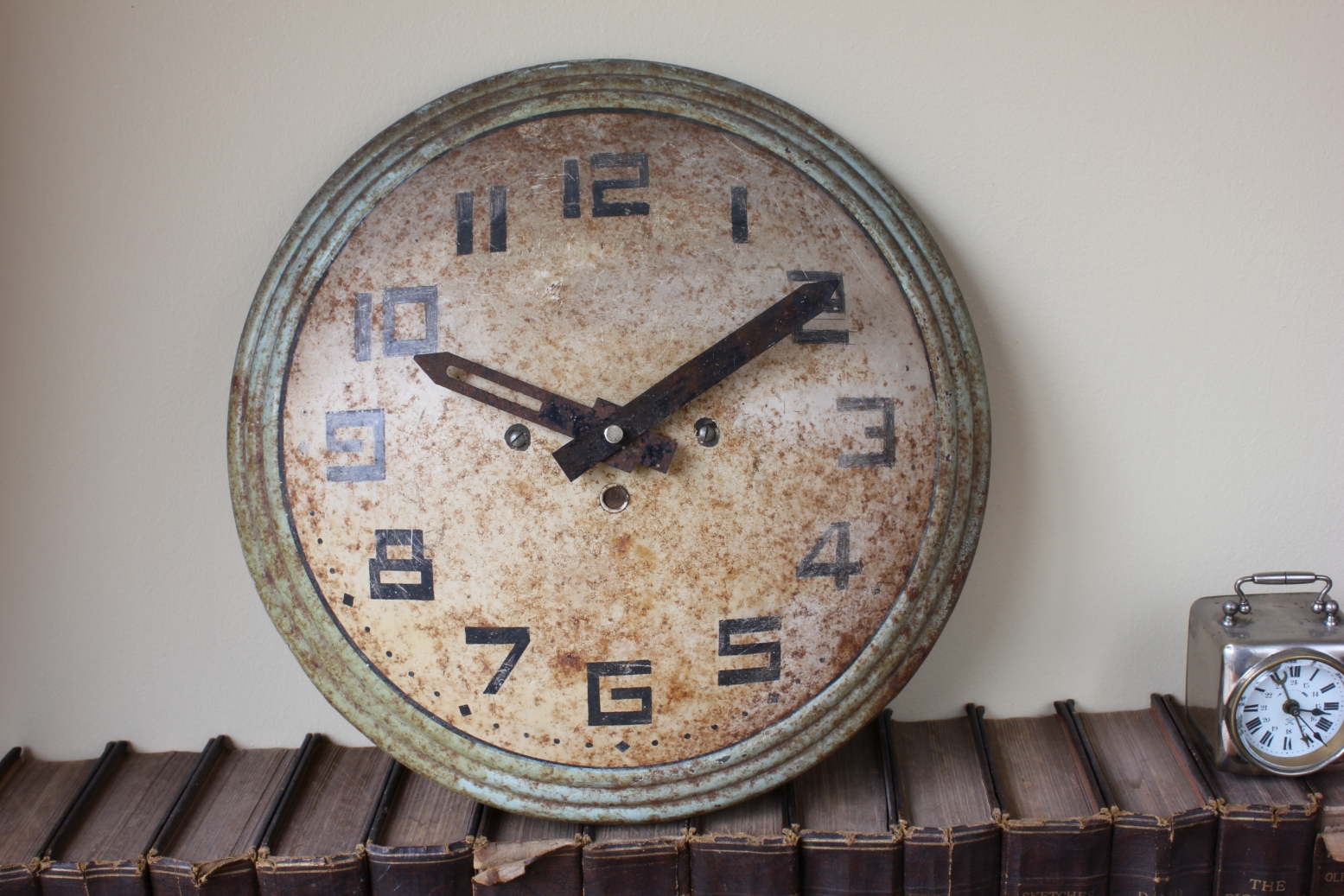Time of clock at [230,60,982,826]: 1:49
